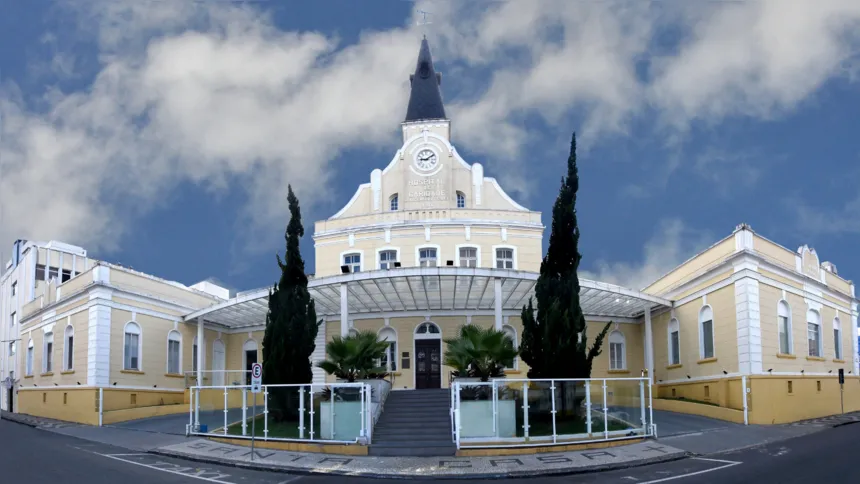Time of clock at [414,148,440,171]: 9:09
